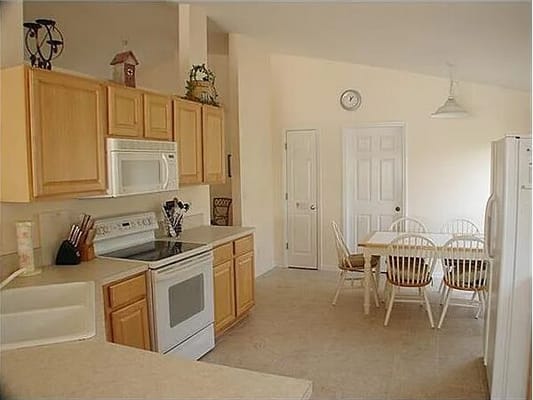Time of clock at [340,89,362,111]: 12:07
